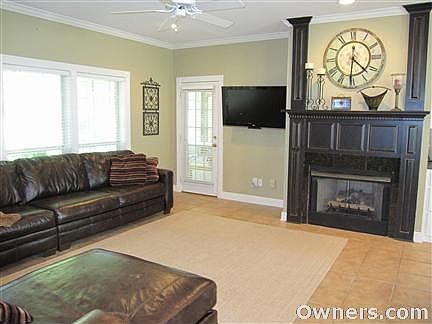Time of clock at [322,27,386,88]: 4:31
